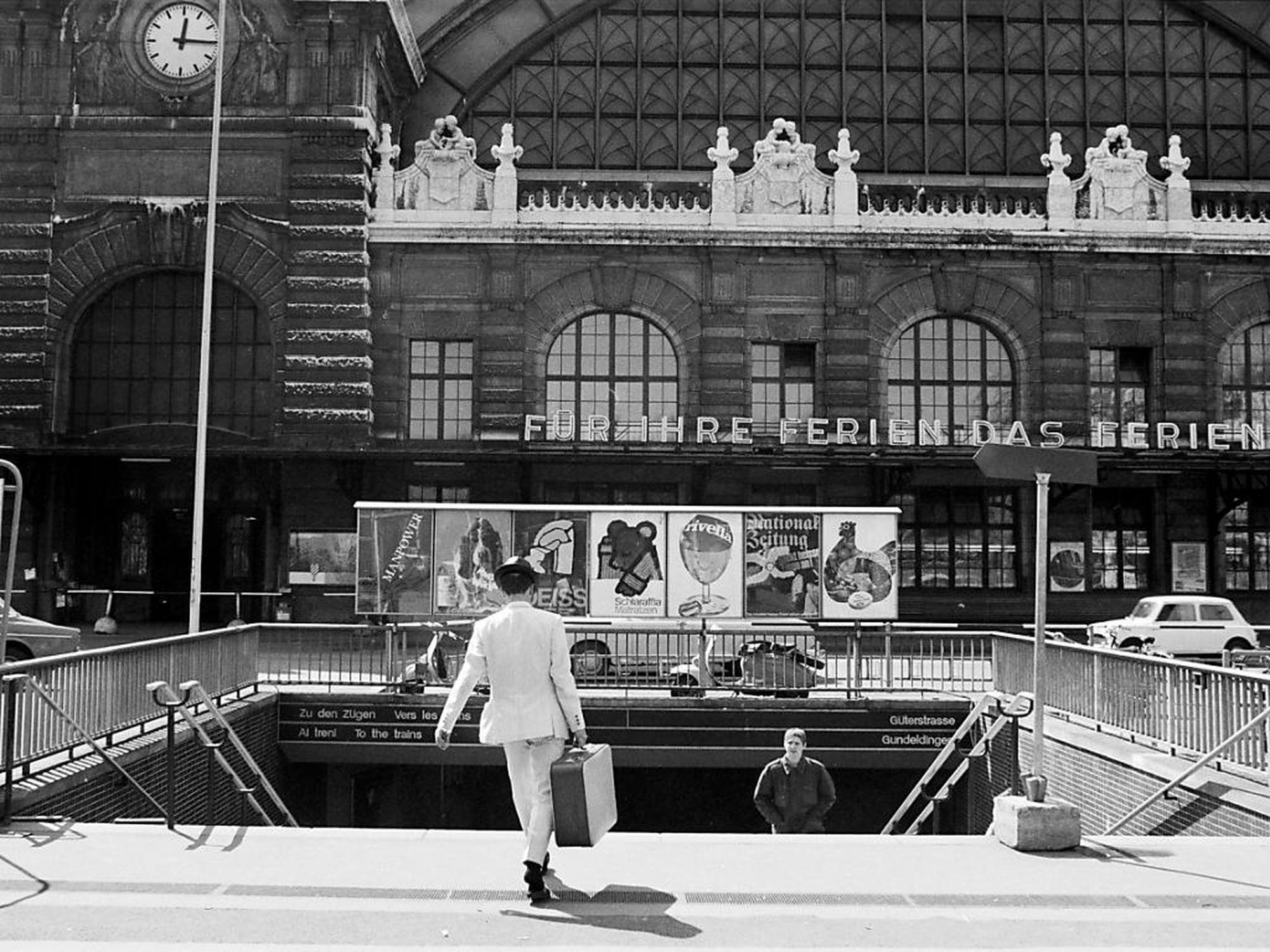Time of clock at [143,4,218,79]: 12:15
